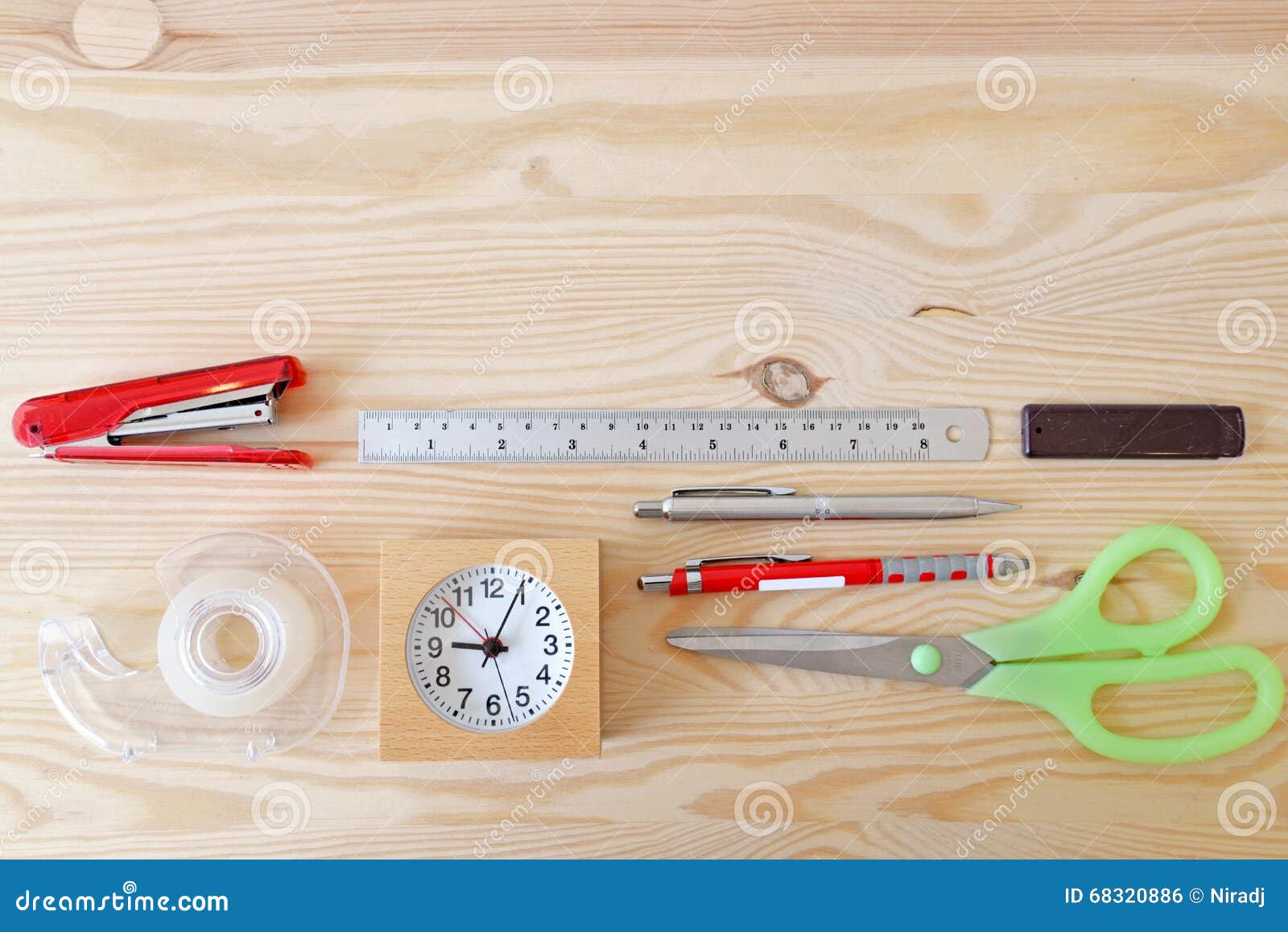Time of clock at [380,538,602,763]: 9:04
